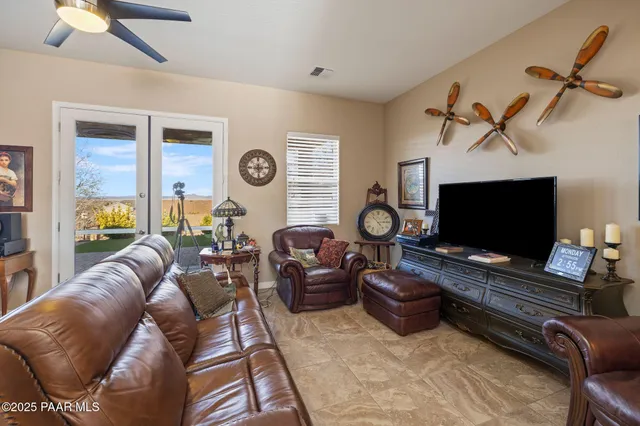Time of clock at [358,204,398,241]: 2:53
